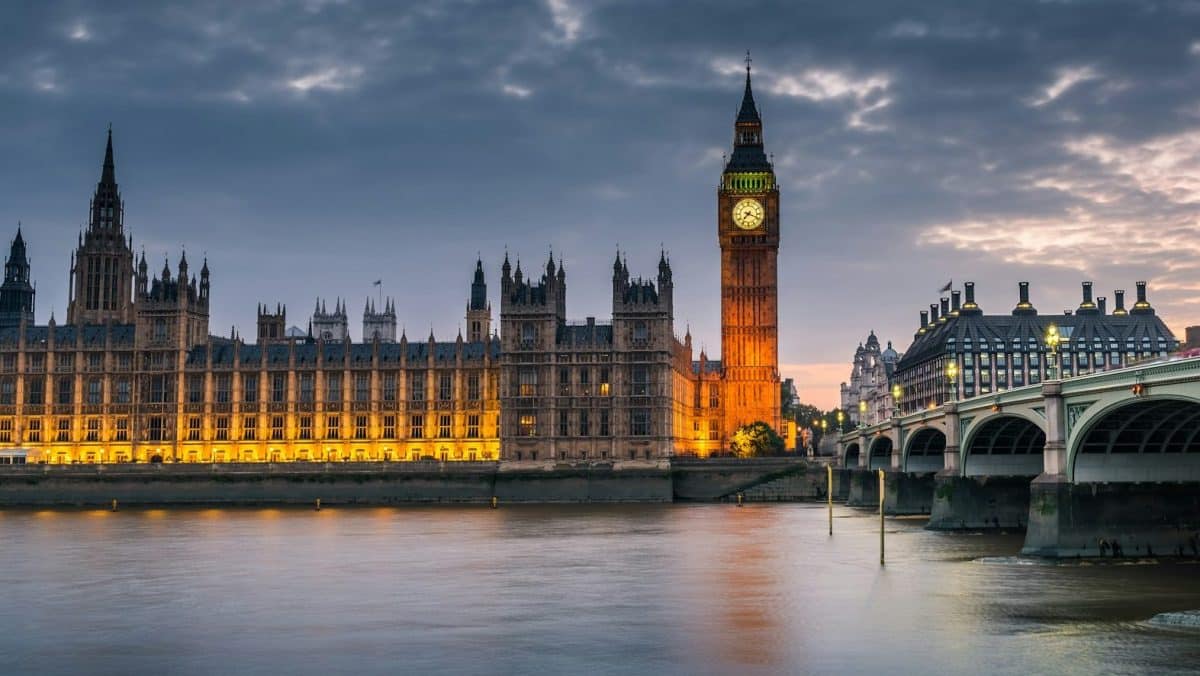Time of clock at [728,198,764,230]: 7:18
